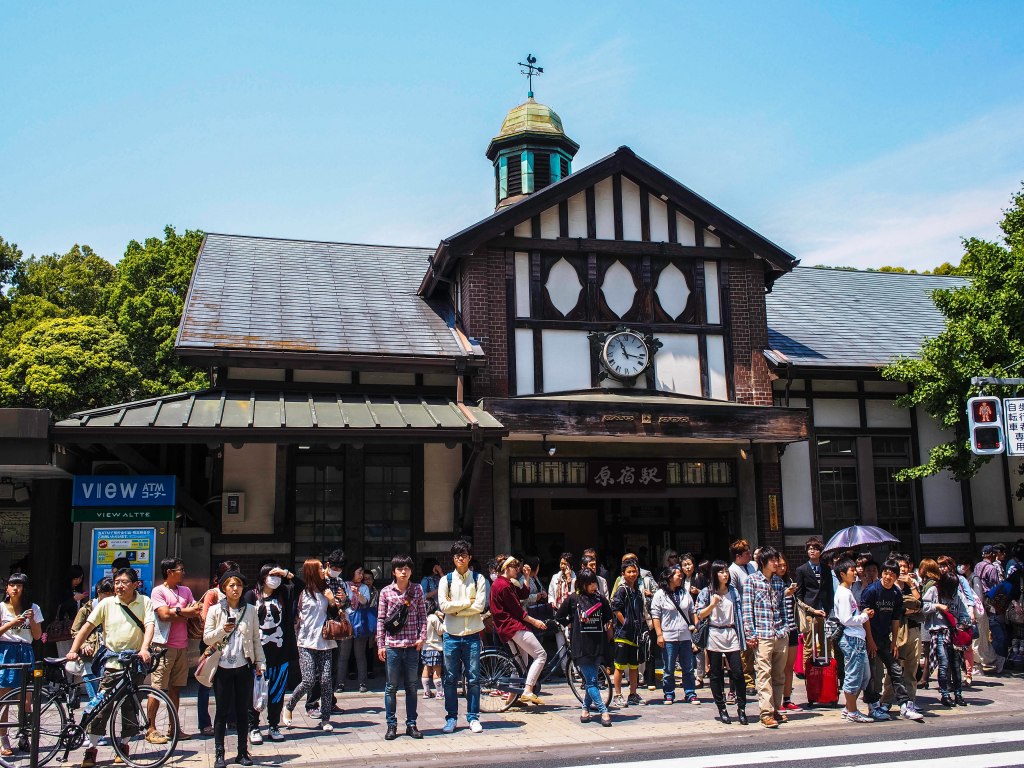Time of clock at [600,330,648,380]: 11:16
